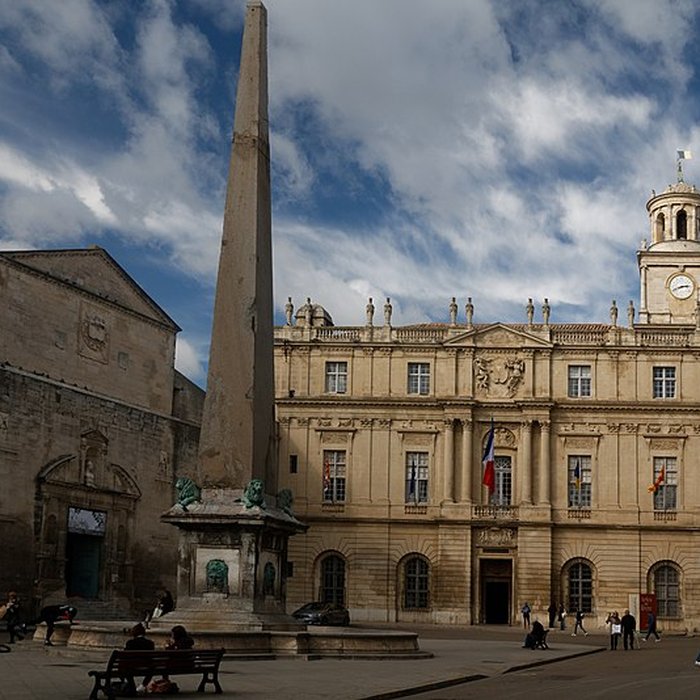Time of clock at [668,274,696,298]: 2:41
